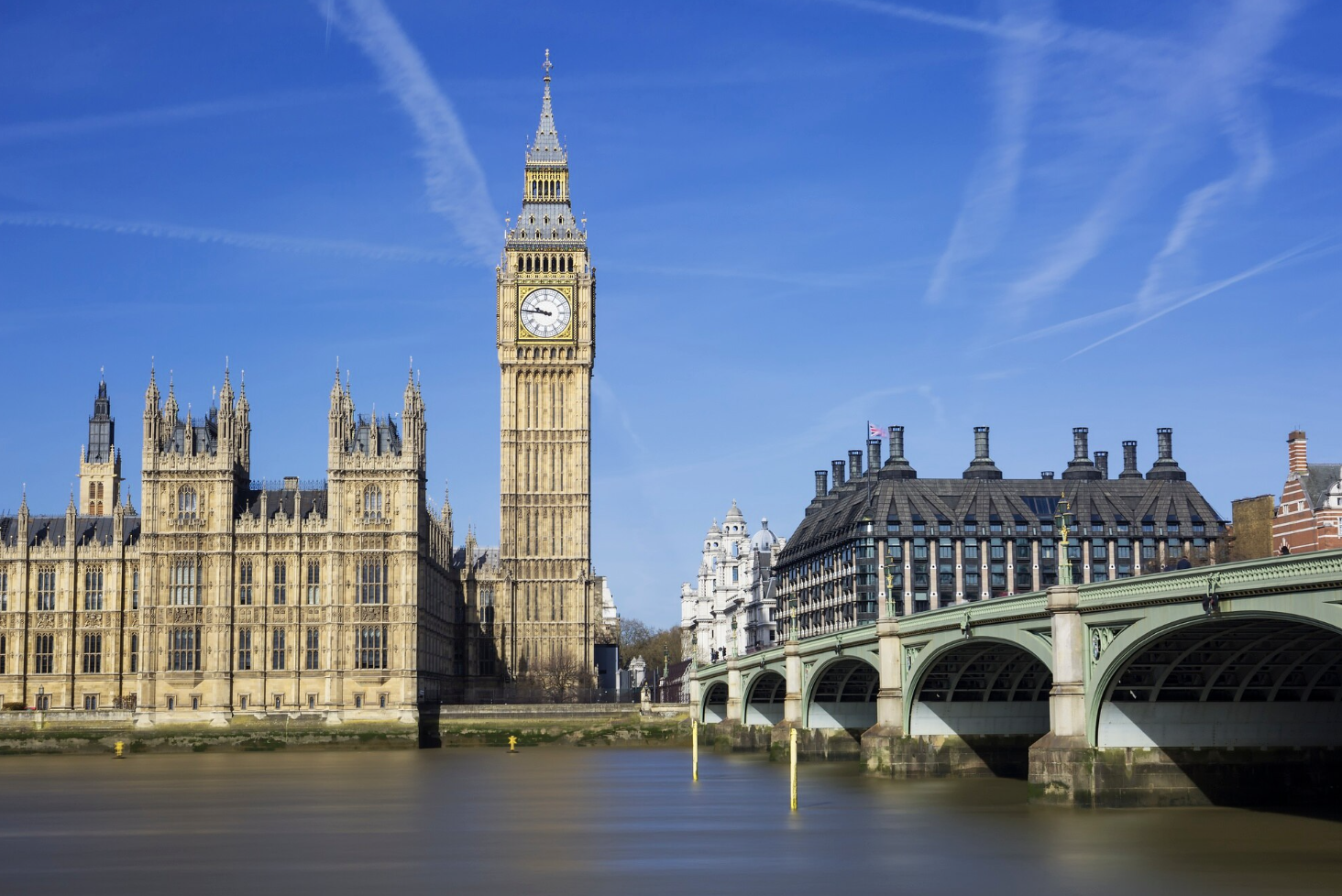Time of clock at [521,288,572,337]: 9:45
